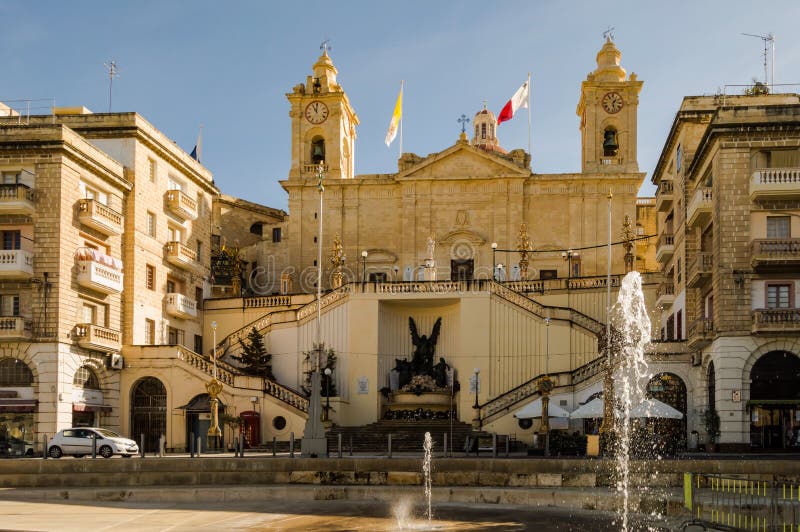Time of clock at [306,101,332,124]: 11:00
